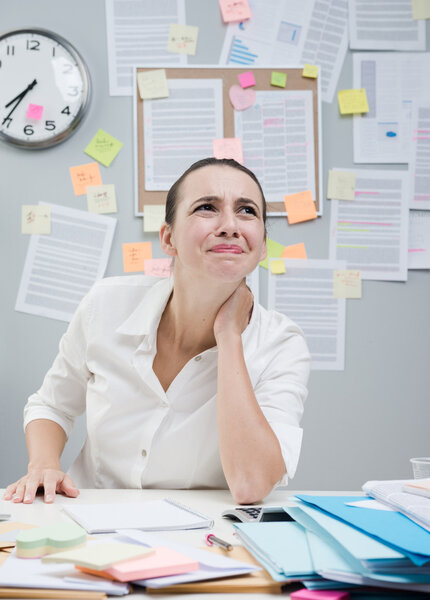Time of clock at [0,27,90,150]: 7:35
